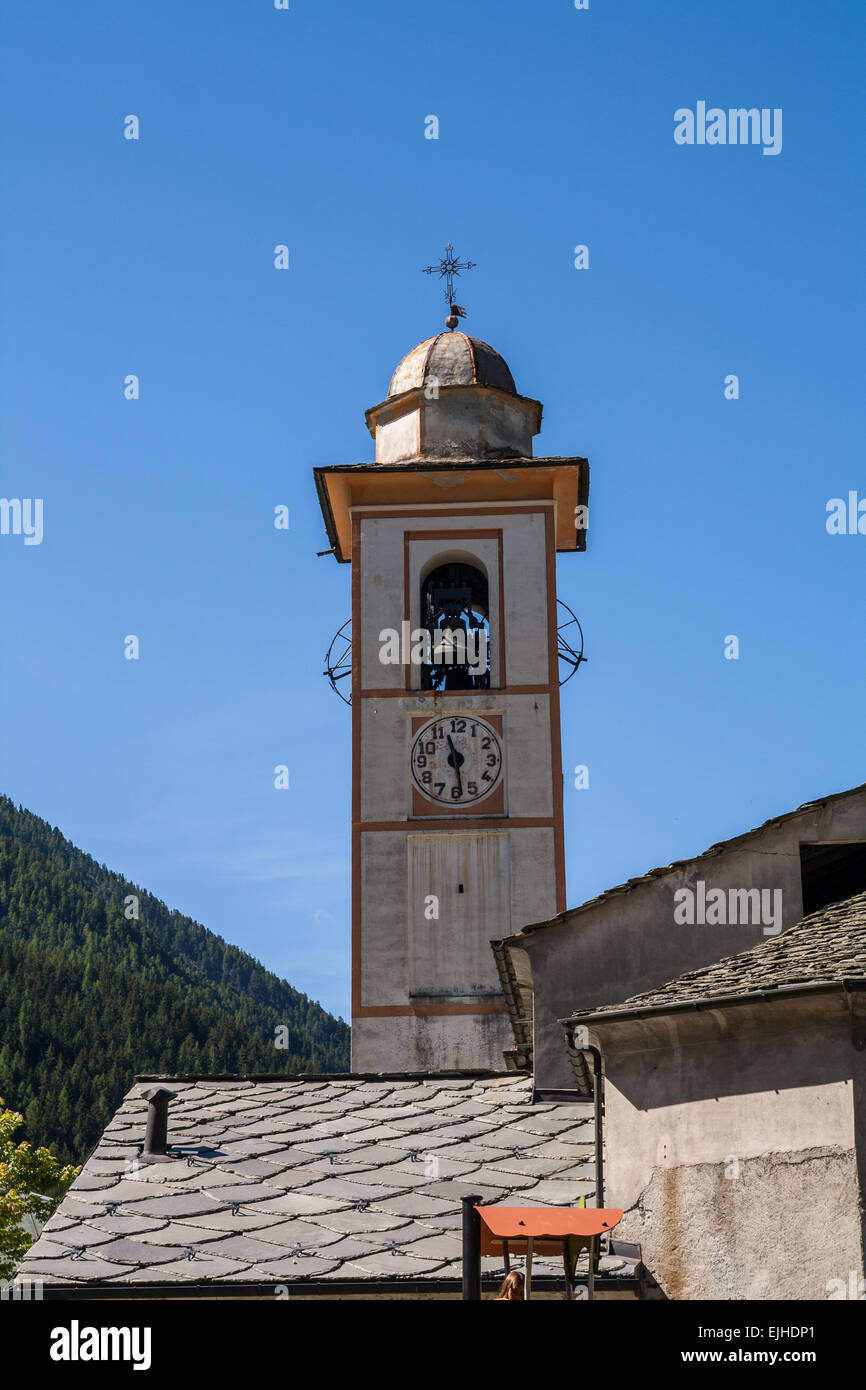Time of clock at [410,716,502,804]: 11:28
